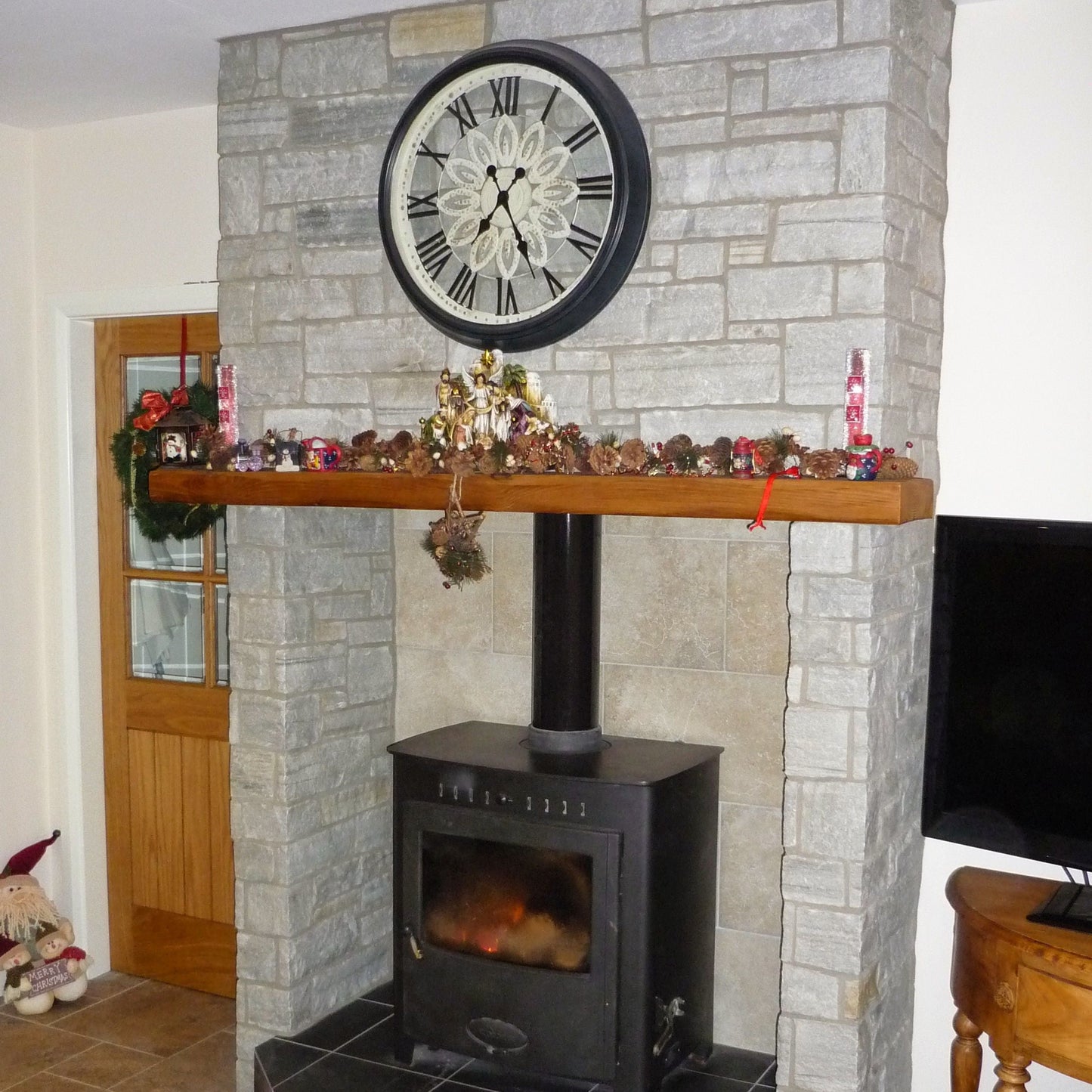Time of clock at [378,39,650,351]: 7:25
